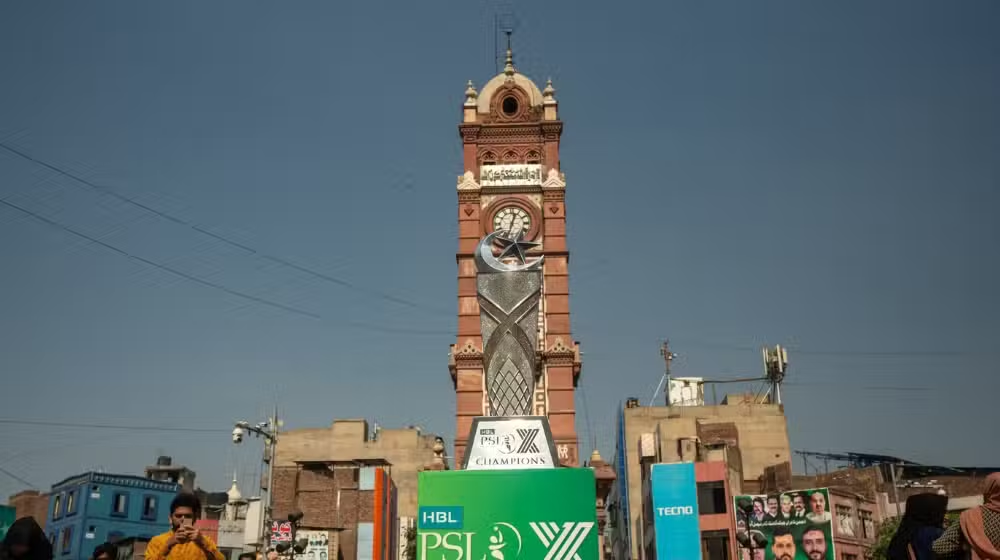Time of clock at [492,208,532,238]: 12:32
